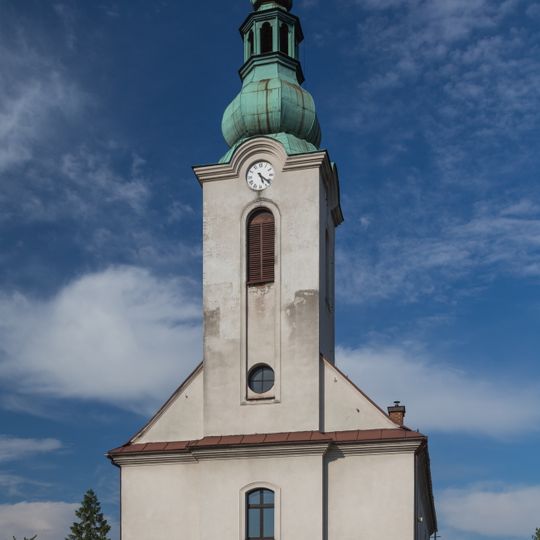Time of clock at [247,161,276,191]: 5:21
